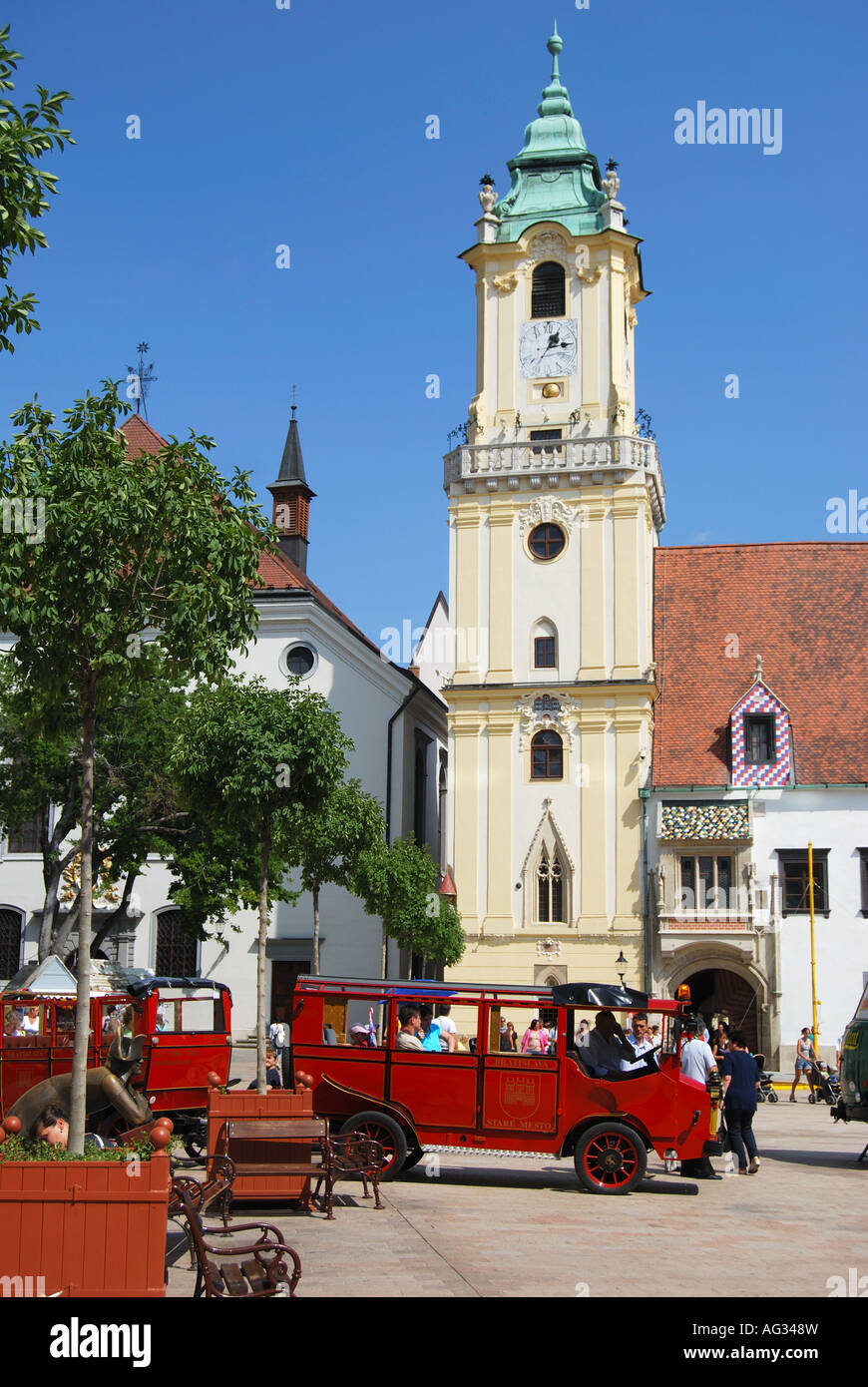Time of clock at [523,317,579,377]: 1:13
